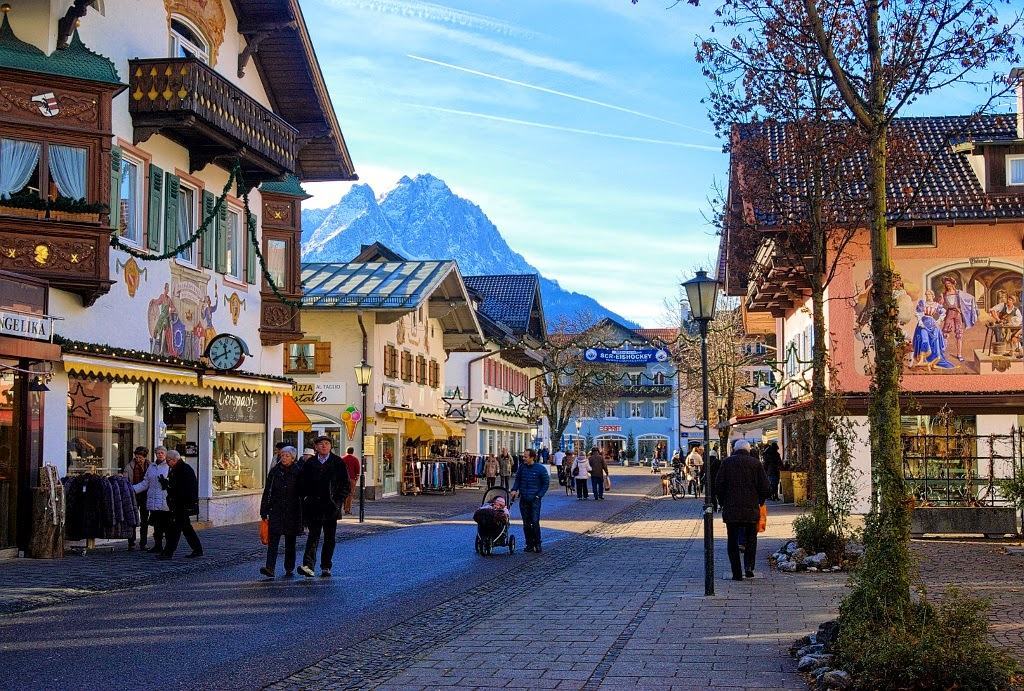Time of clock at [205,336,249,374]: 11:40
